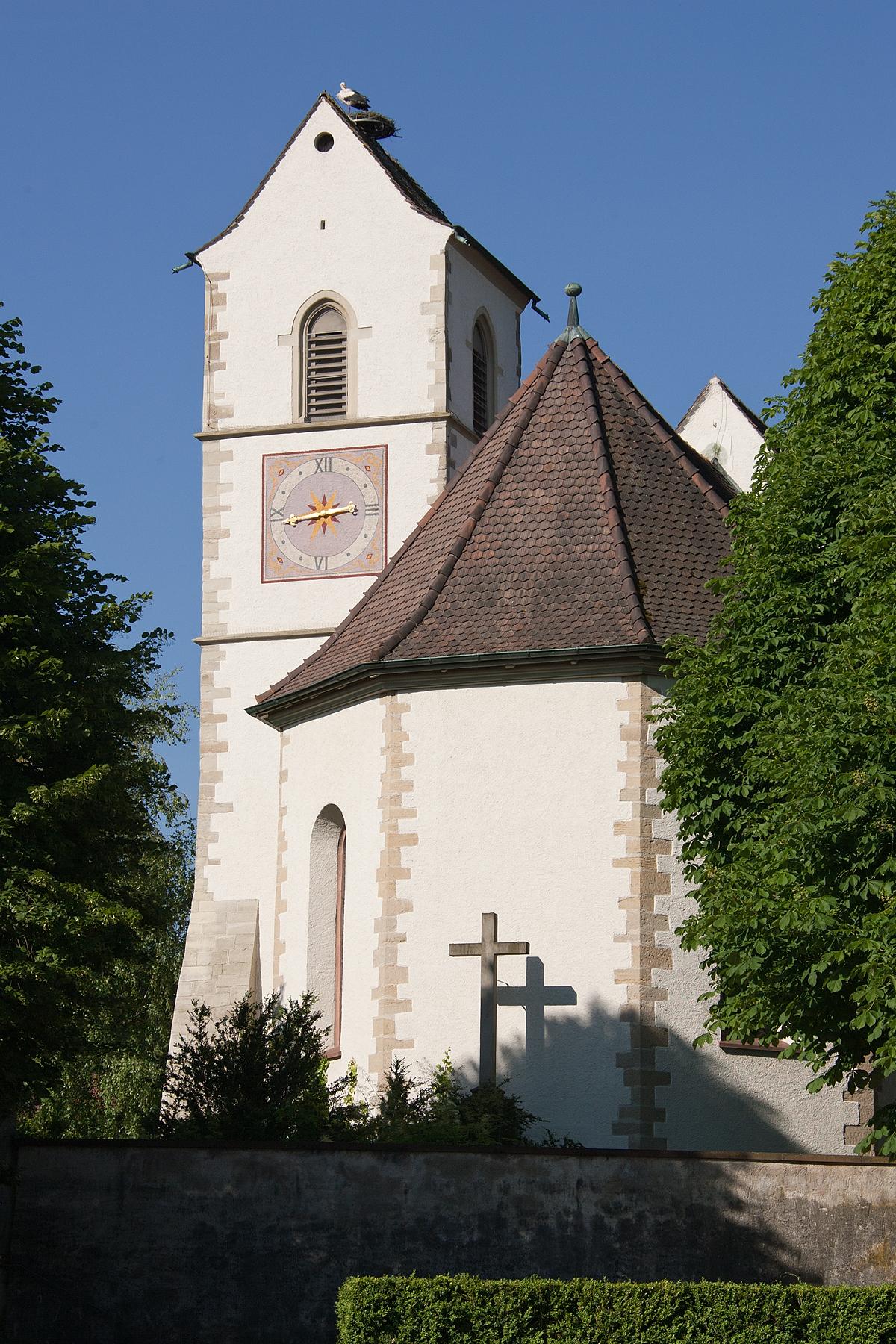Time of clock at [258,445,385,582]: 2:43
